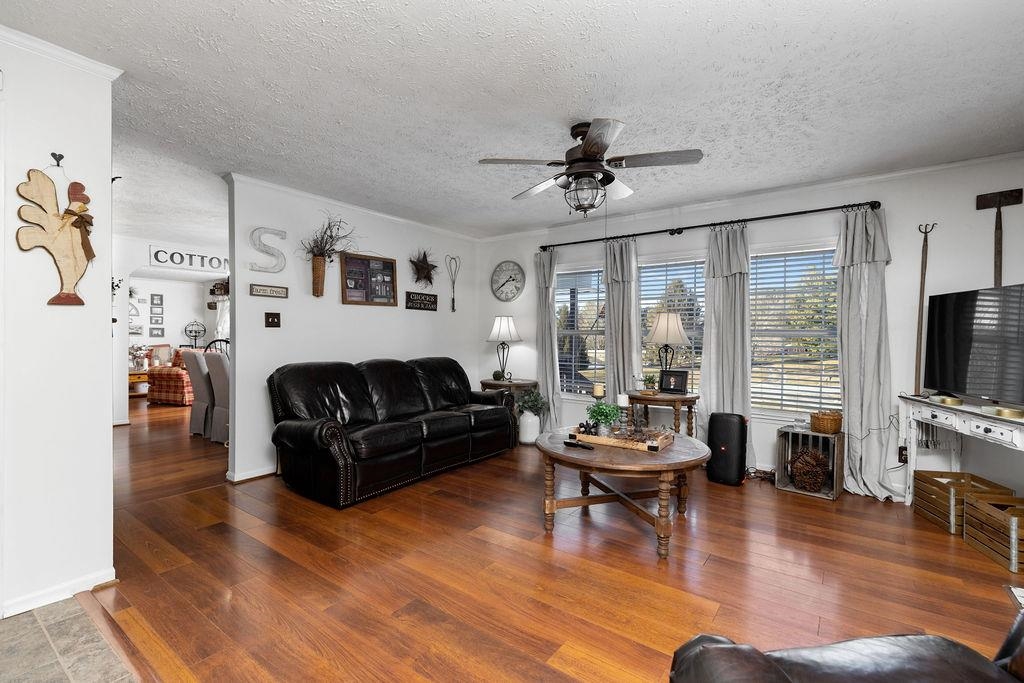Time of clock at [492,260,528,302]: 2:39
